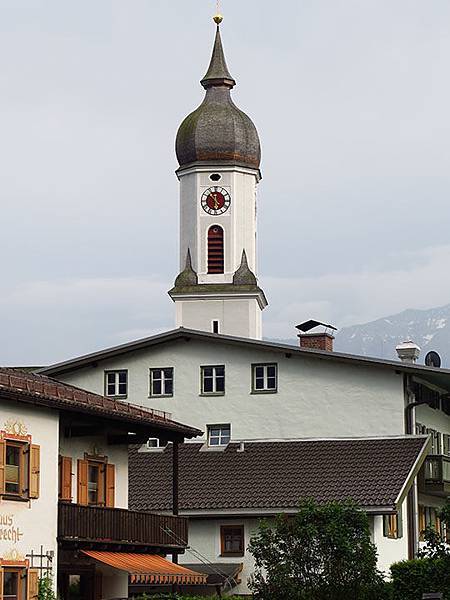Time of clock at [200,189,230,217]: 5:51
